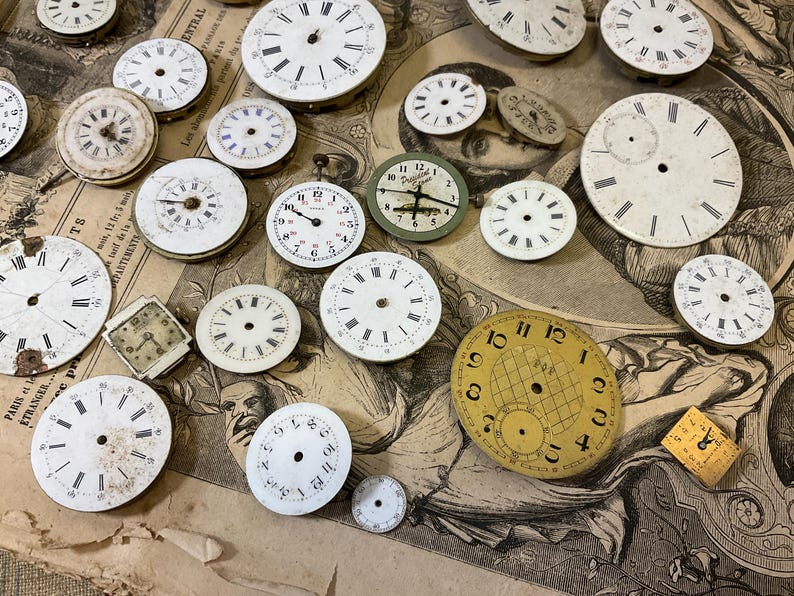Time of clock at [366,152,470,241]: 6:17
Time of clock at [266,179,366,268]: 9:49
